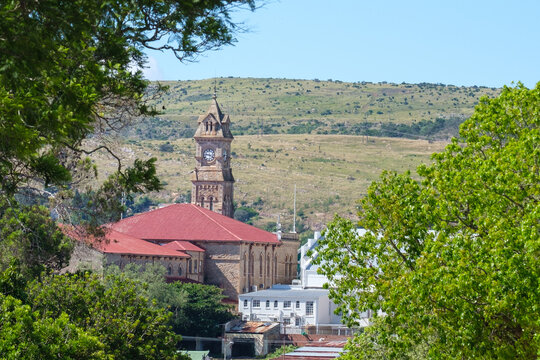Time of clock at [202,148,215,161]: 9:20
